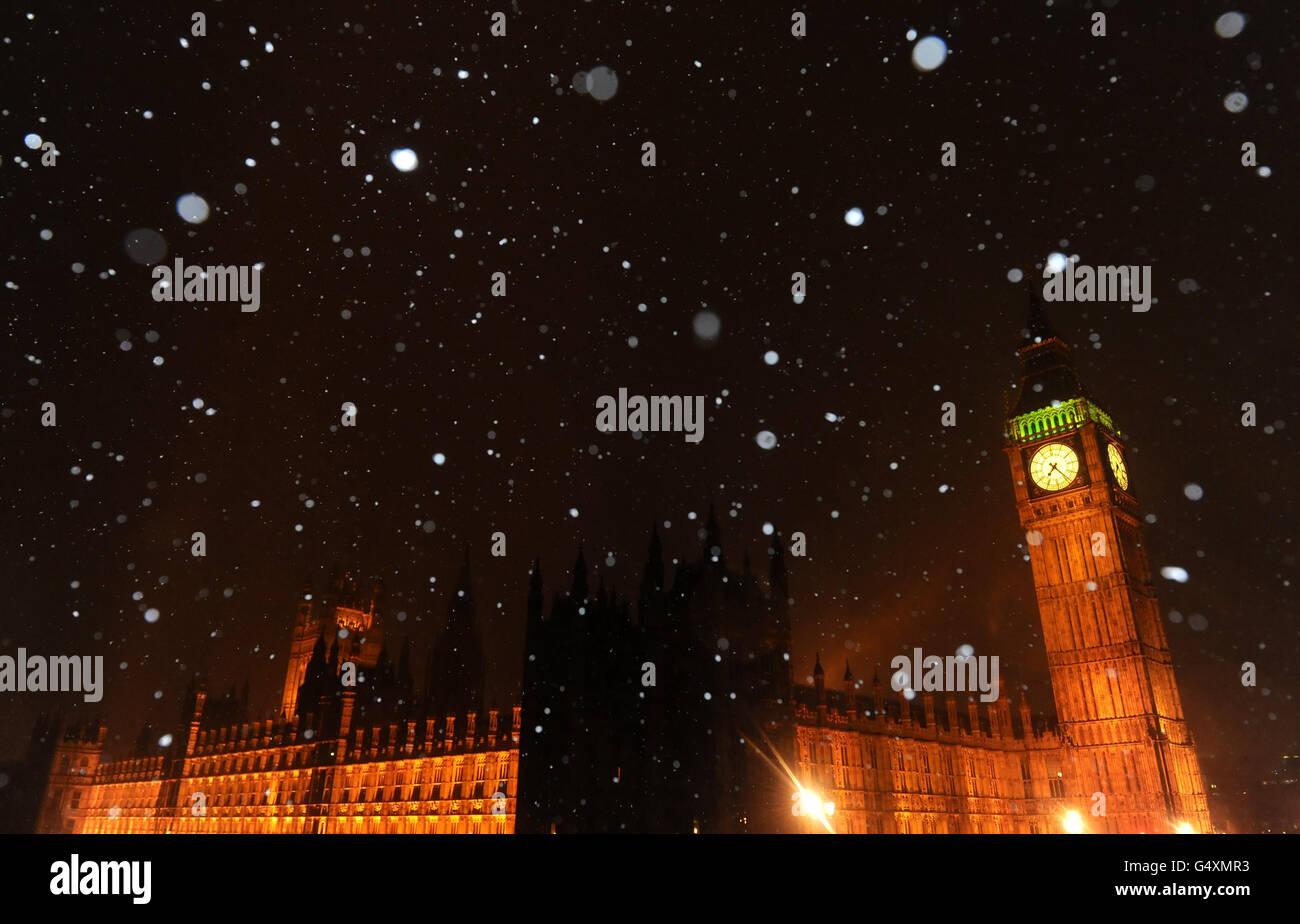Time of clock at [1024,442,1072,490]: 7:23
